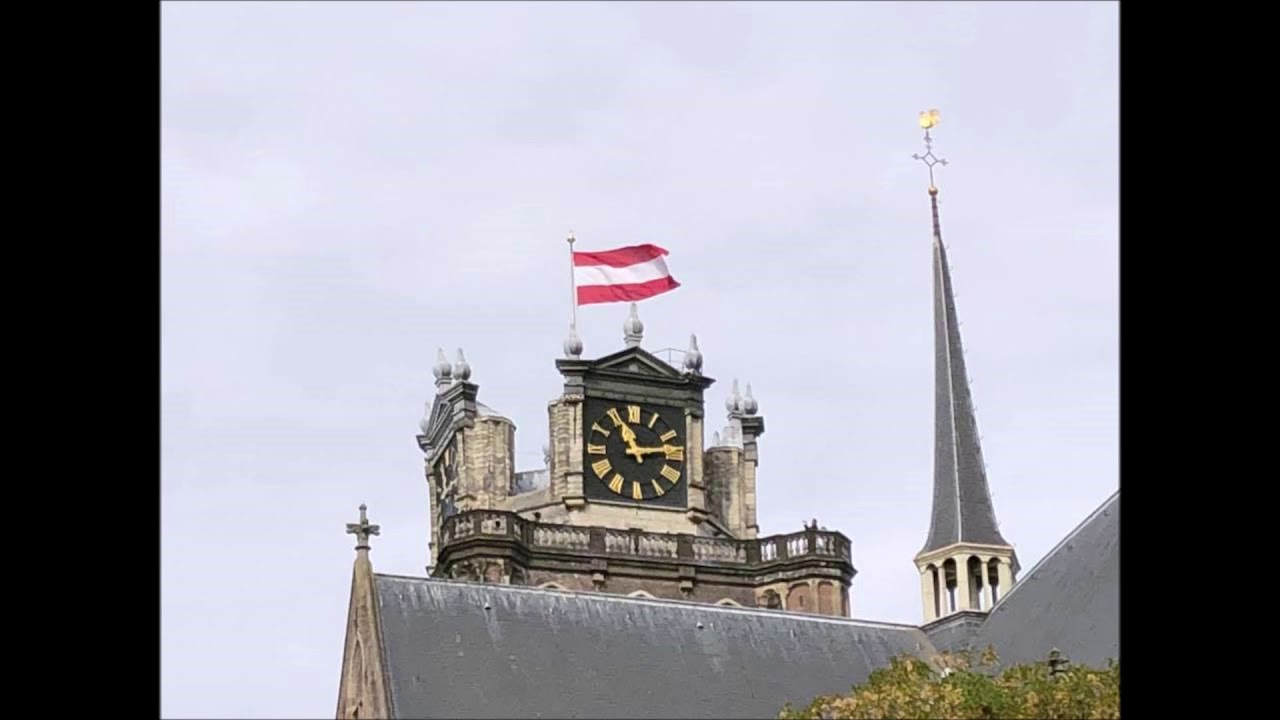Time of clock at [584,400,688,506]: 11:13
